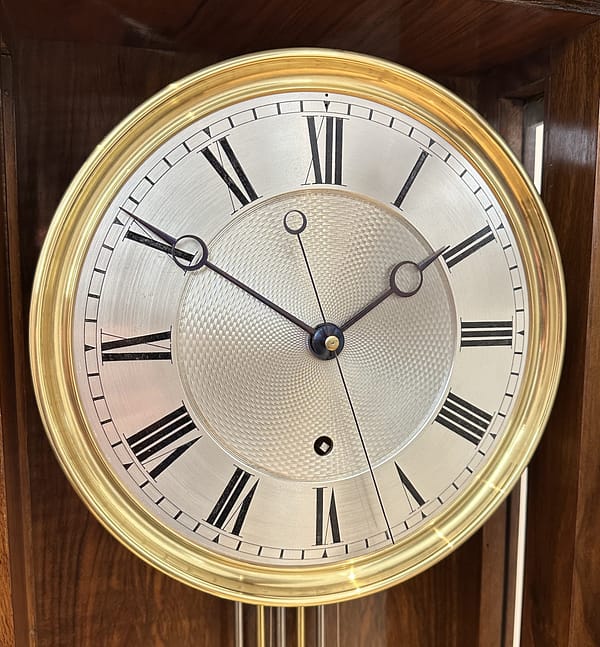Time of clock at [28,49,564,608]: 1:50
